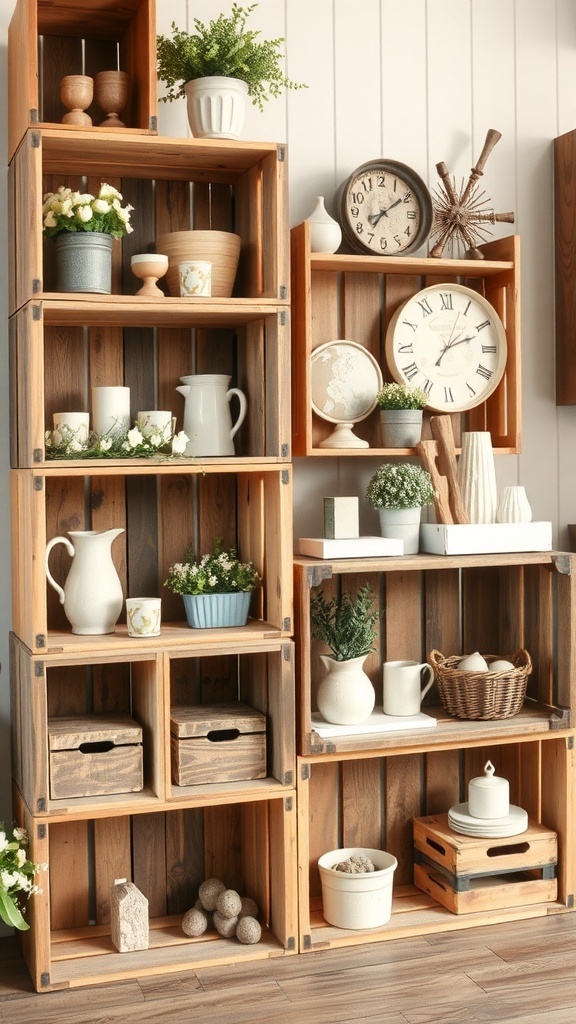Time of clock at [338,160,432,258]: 7:09
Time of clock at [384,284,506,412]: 7:11
